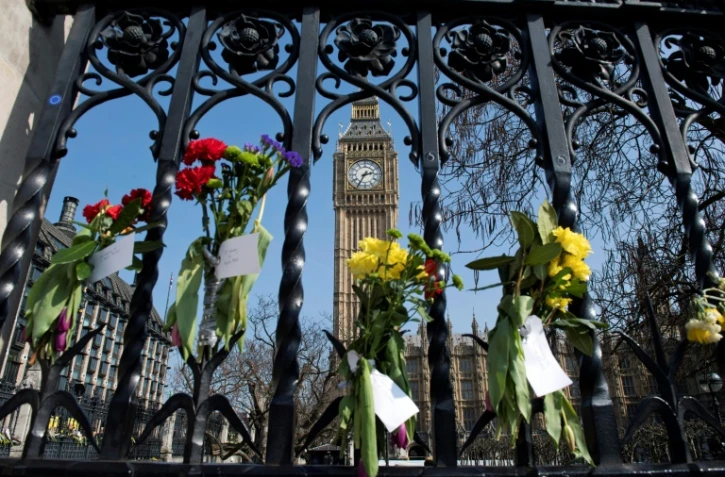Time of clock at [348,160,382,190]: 2:35
